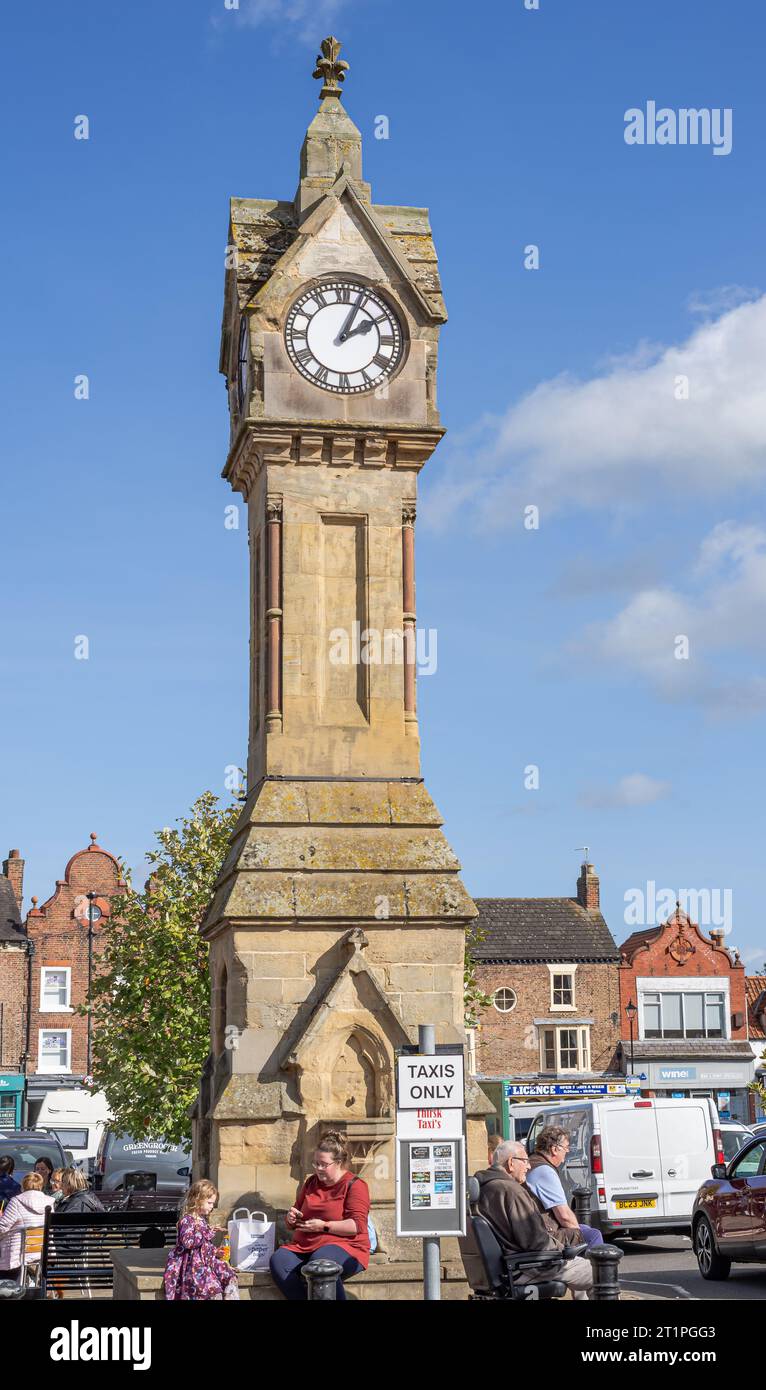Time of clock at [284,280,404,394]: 2:04
